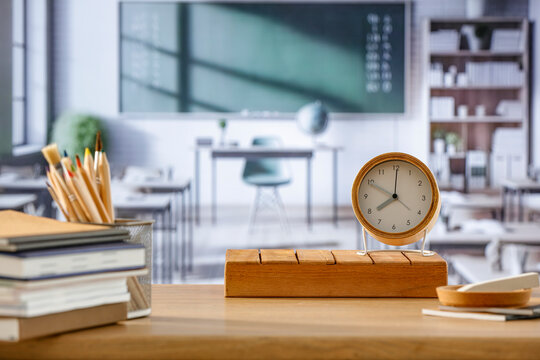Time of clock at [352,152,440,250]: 7:49
